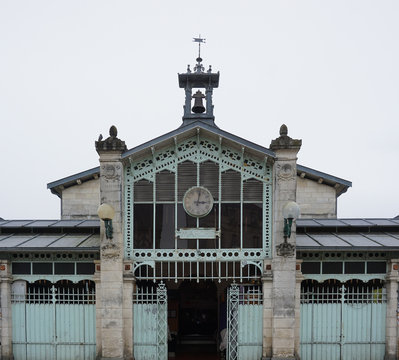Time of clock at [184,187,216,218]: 3:02
